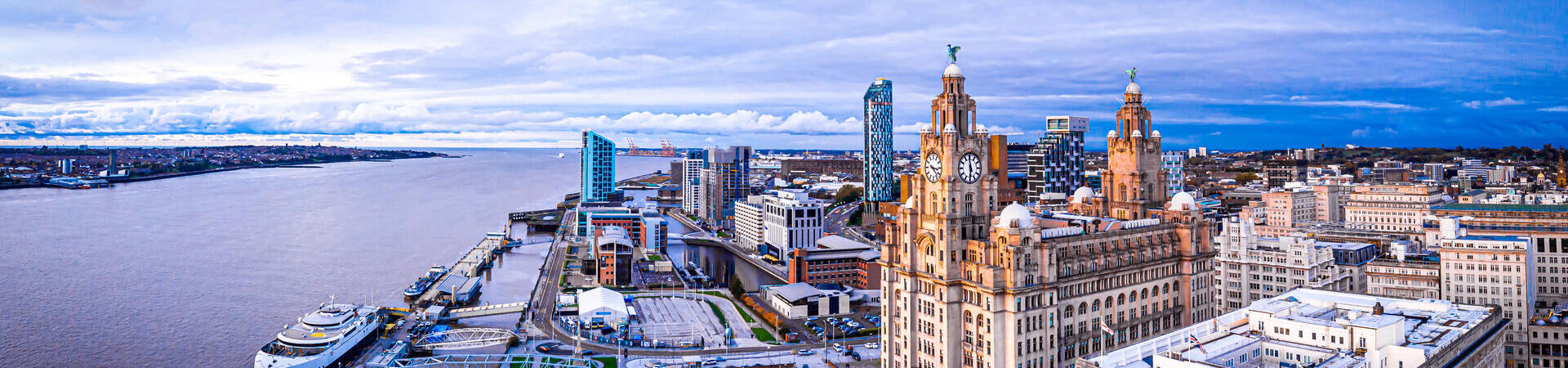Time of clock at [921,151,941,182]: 3:22
